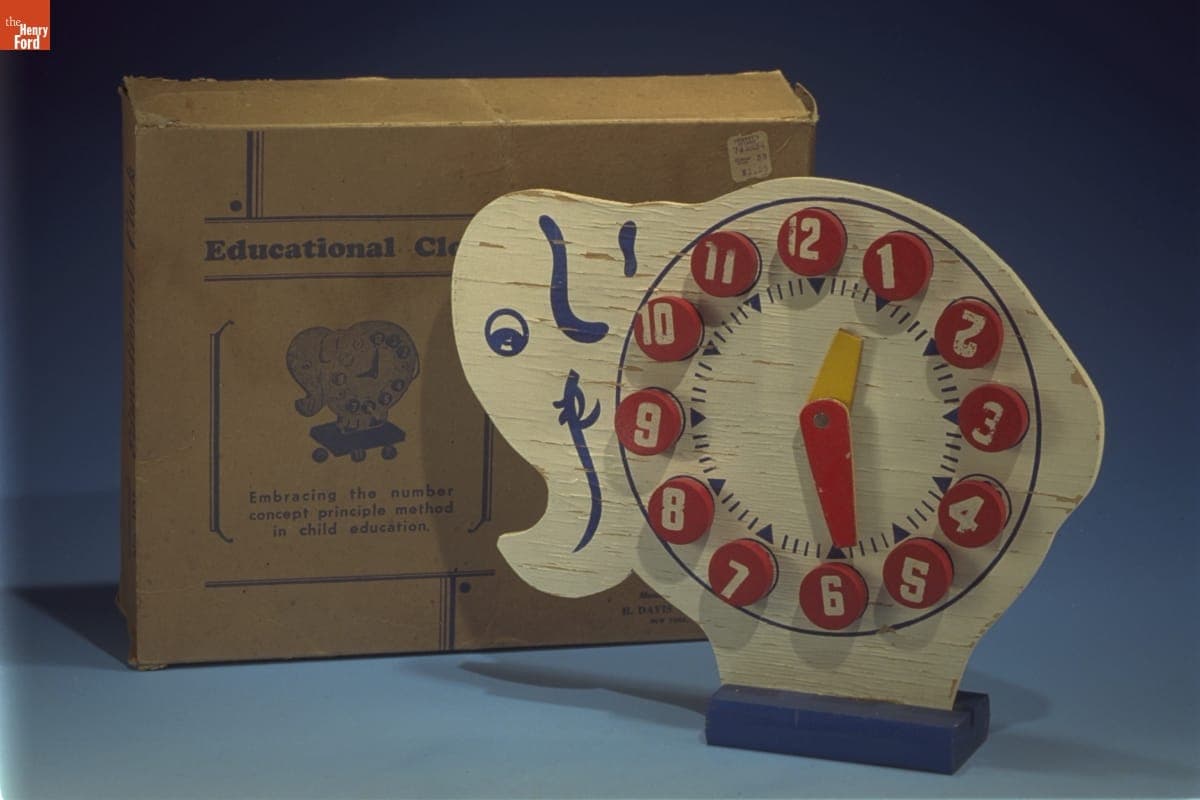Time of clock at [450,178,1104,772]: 12:28
